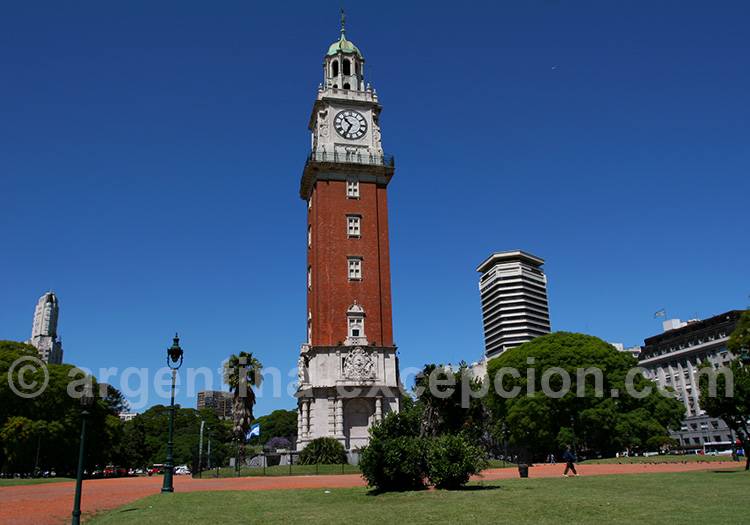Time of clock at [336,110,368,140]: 10:34
